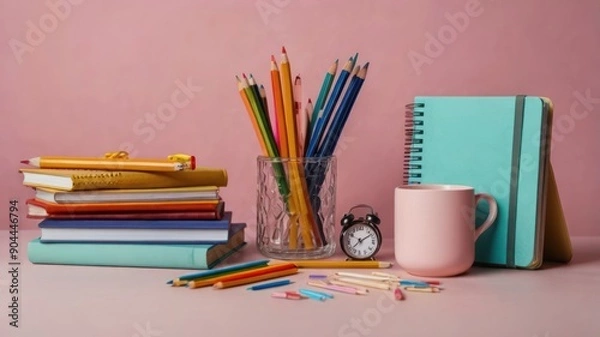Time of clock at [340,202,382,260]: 7:09
